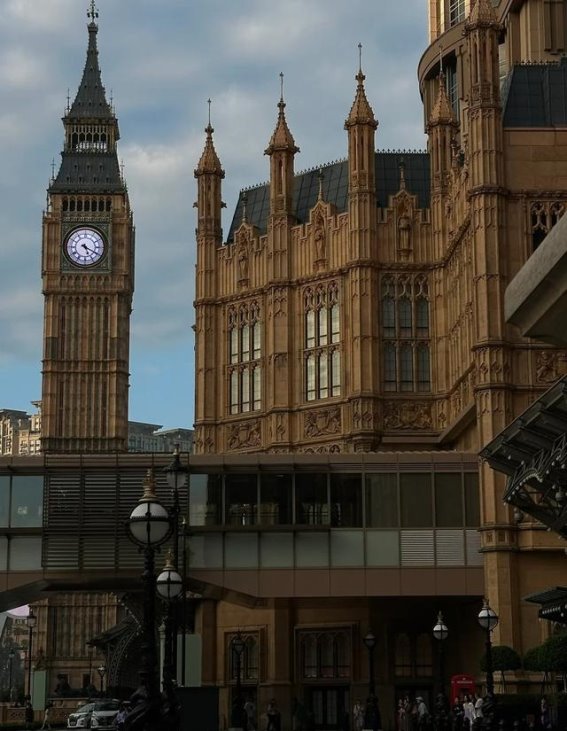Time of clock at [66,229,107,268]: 5:19
